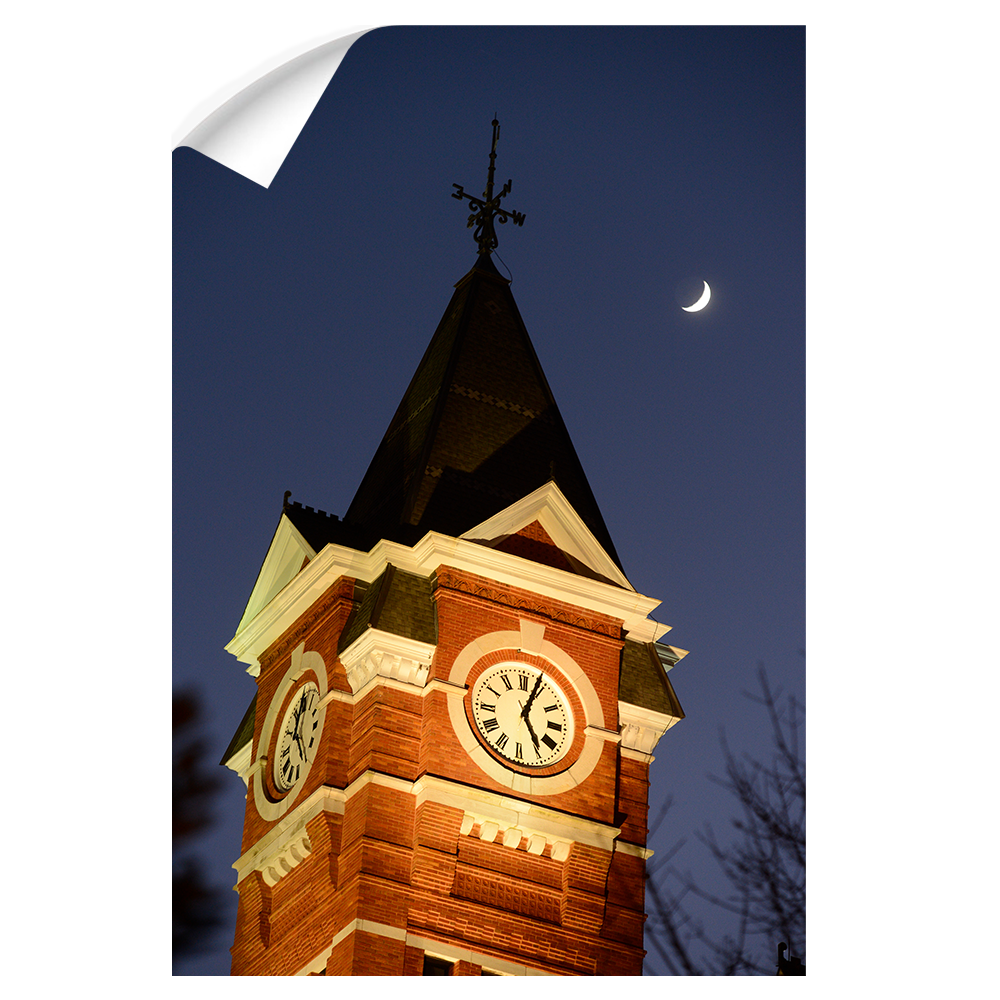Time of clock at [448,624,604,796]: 5:03
